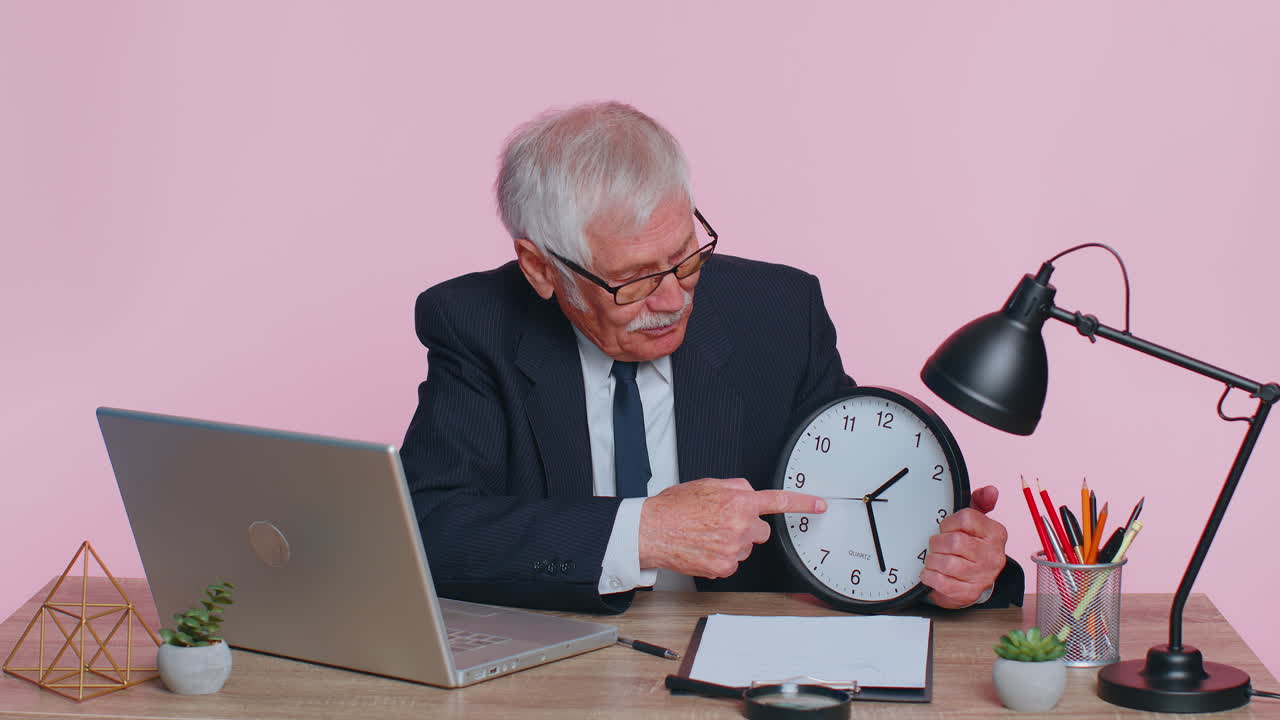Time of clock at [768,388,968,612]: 1:25
